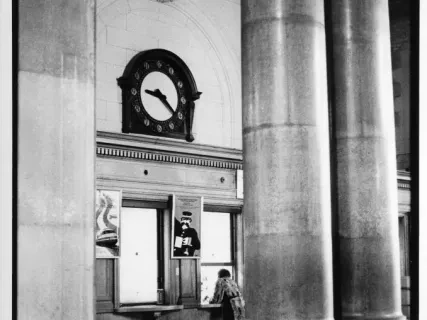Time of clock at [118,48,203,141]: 9:21
